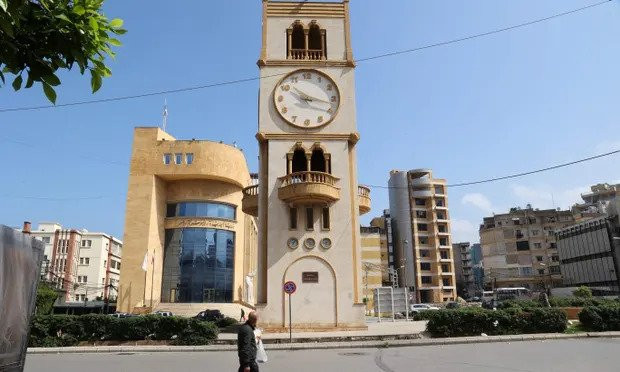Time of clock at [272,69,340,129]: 10:17
